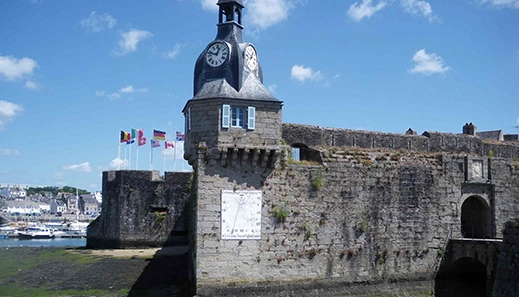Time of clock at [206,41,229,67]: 12:47
